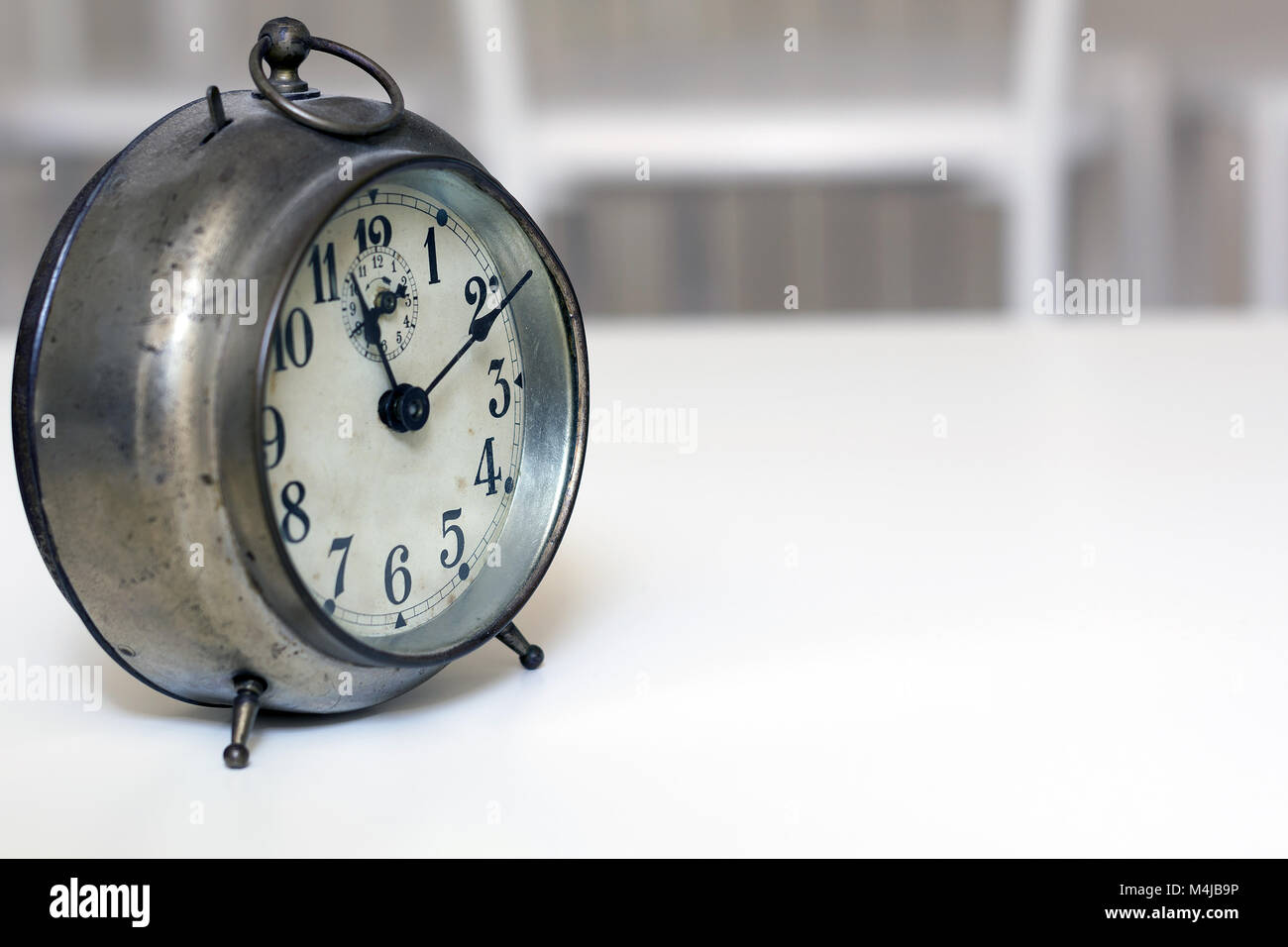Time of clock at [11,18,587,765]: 11:10
